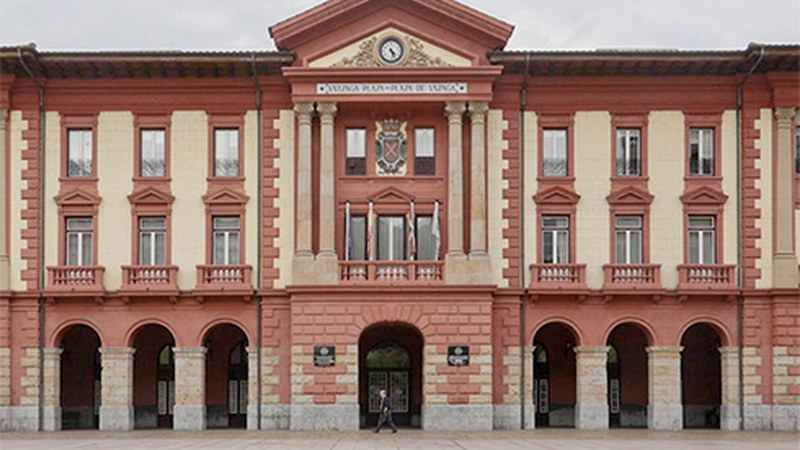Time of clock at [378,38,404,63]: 4:26
